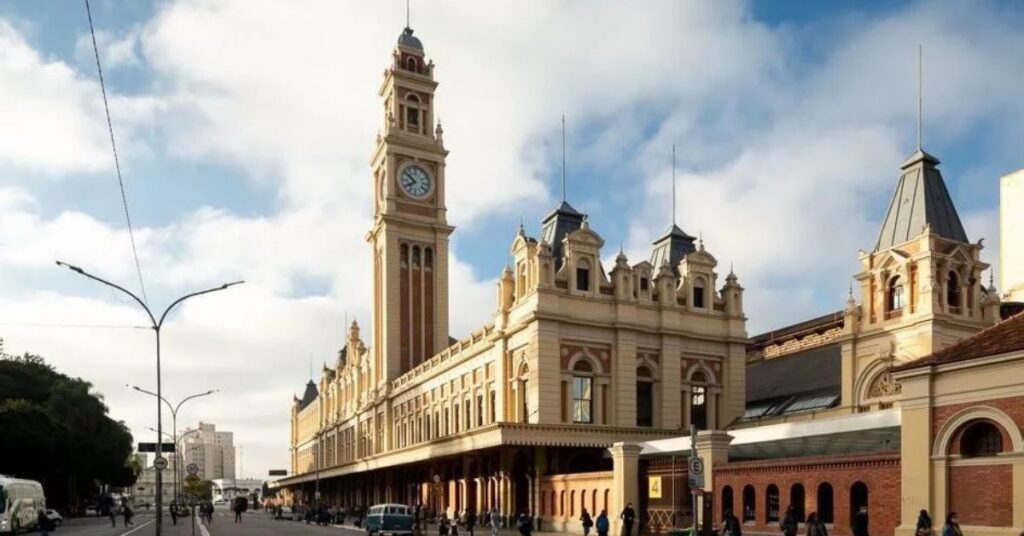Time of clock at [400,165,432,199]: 7:51
